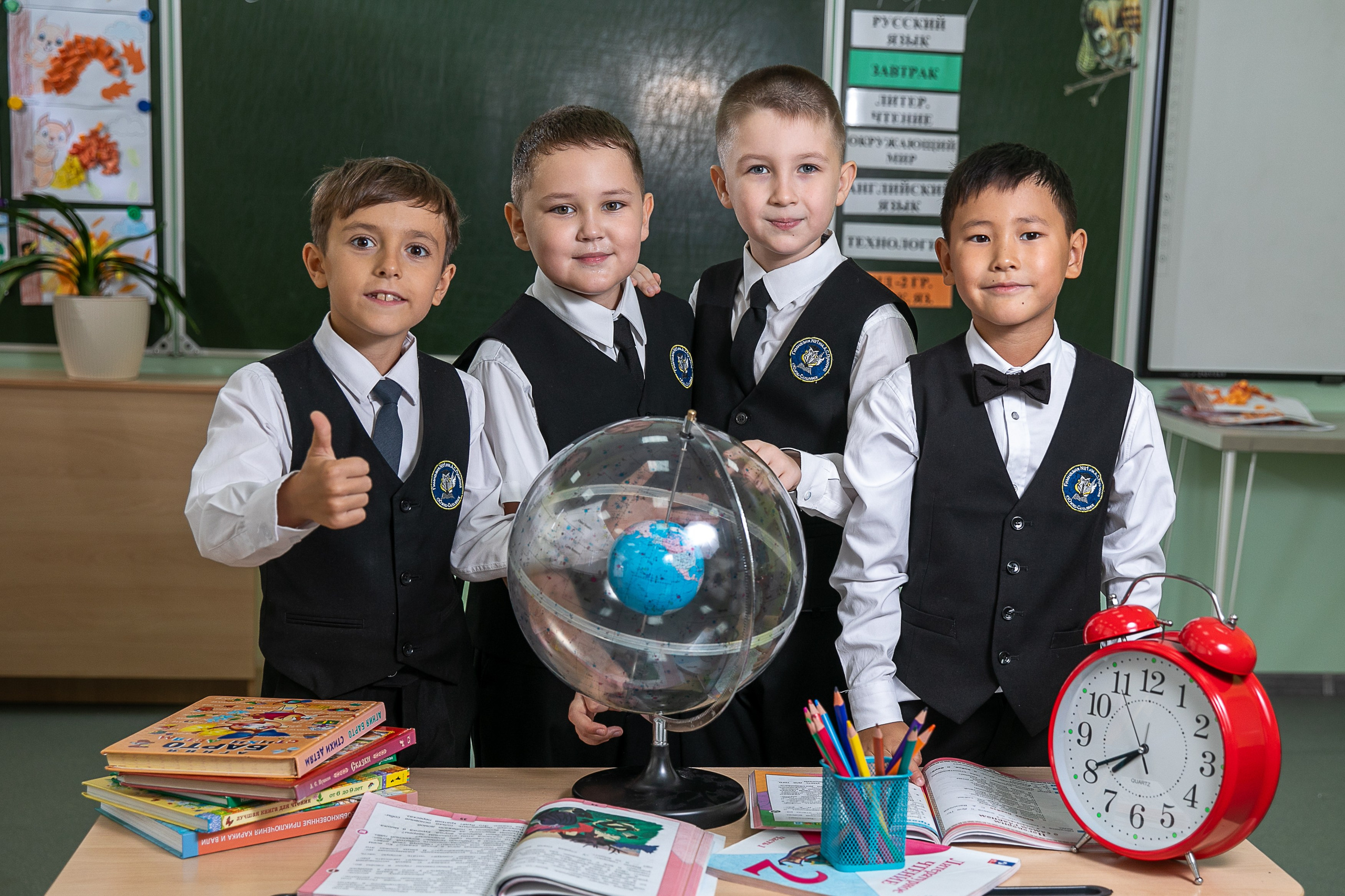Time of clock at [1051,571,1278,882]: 7:40
